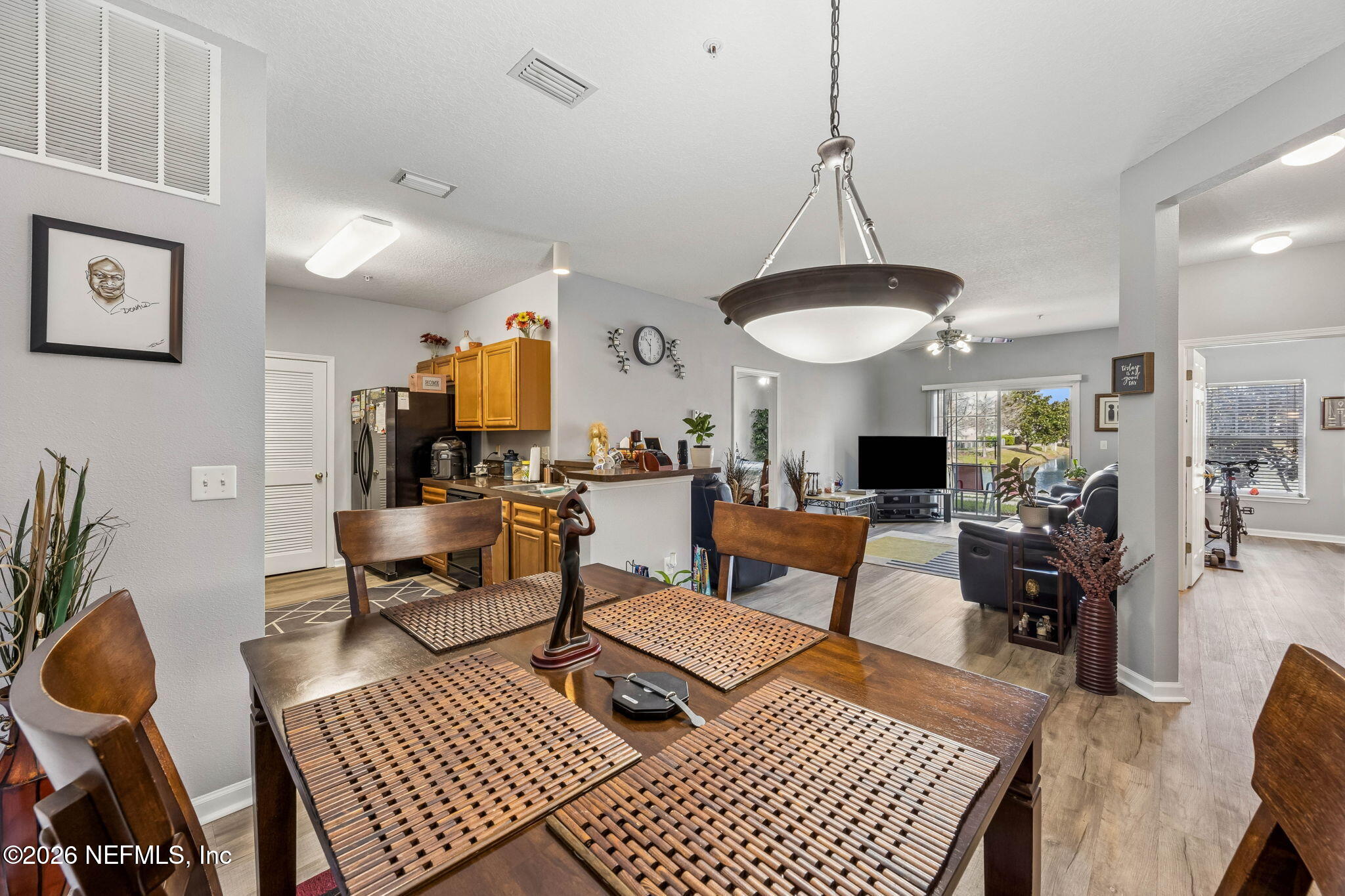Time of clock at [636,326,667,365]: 10:29
